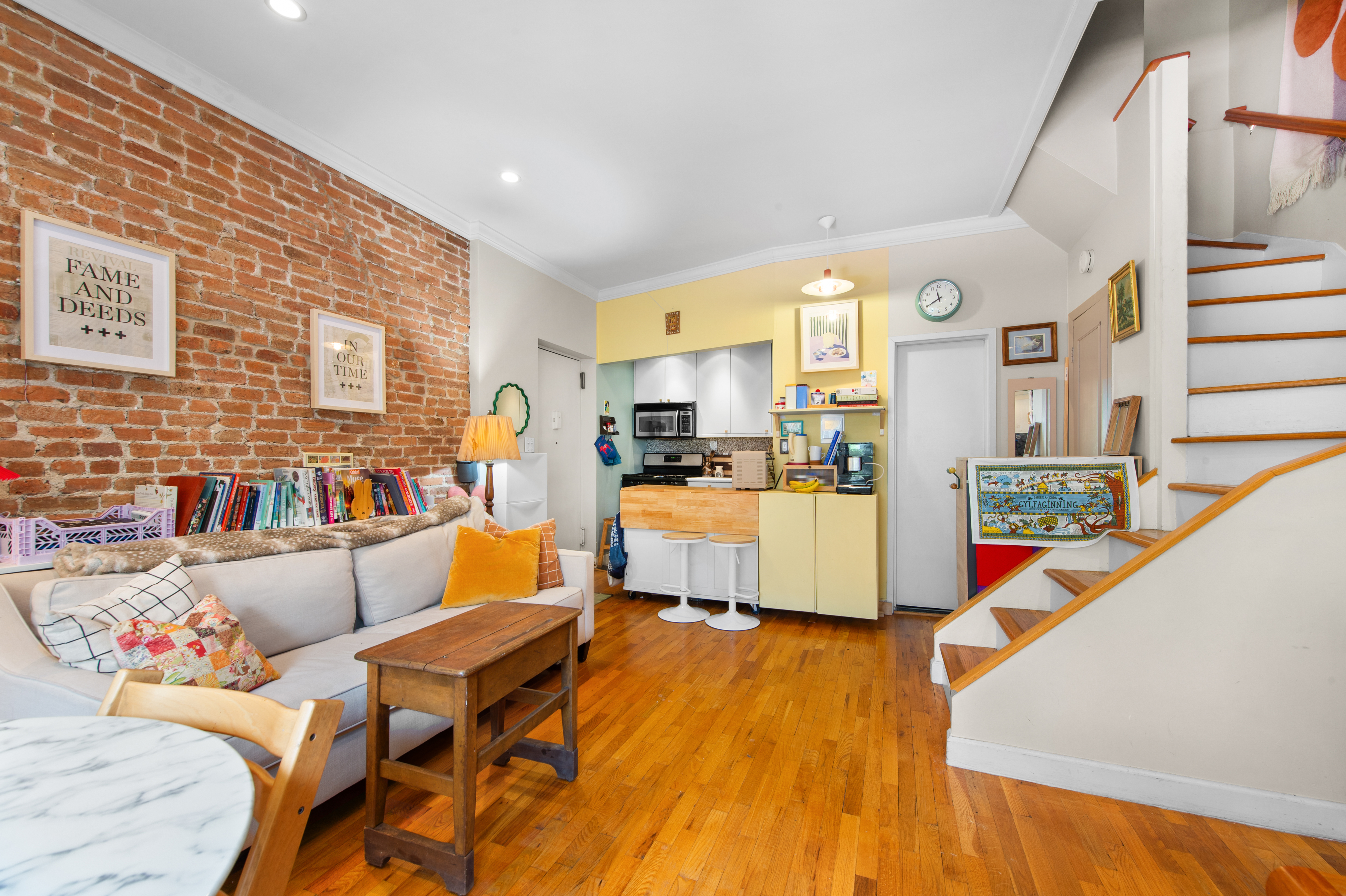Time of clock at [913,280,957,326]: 11:40
